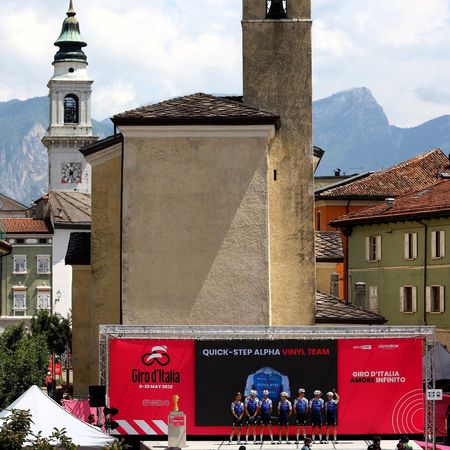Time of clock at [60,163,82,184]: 1:26
